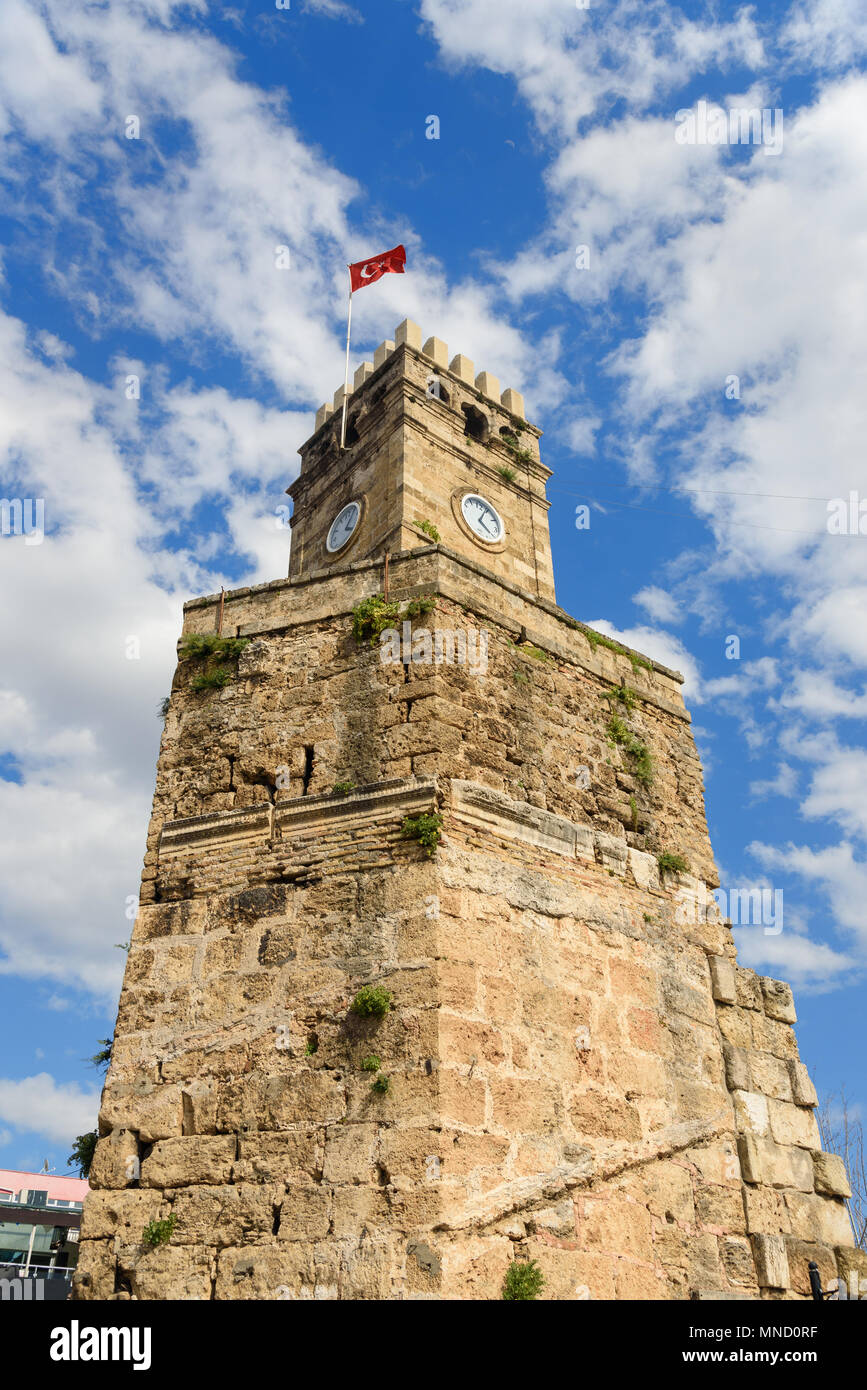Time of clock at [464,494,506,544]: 4:04
